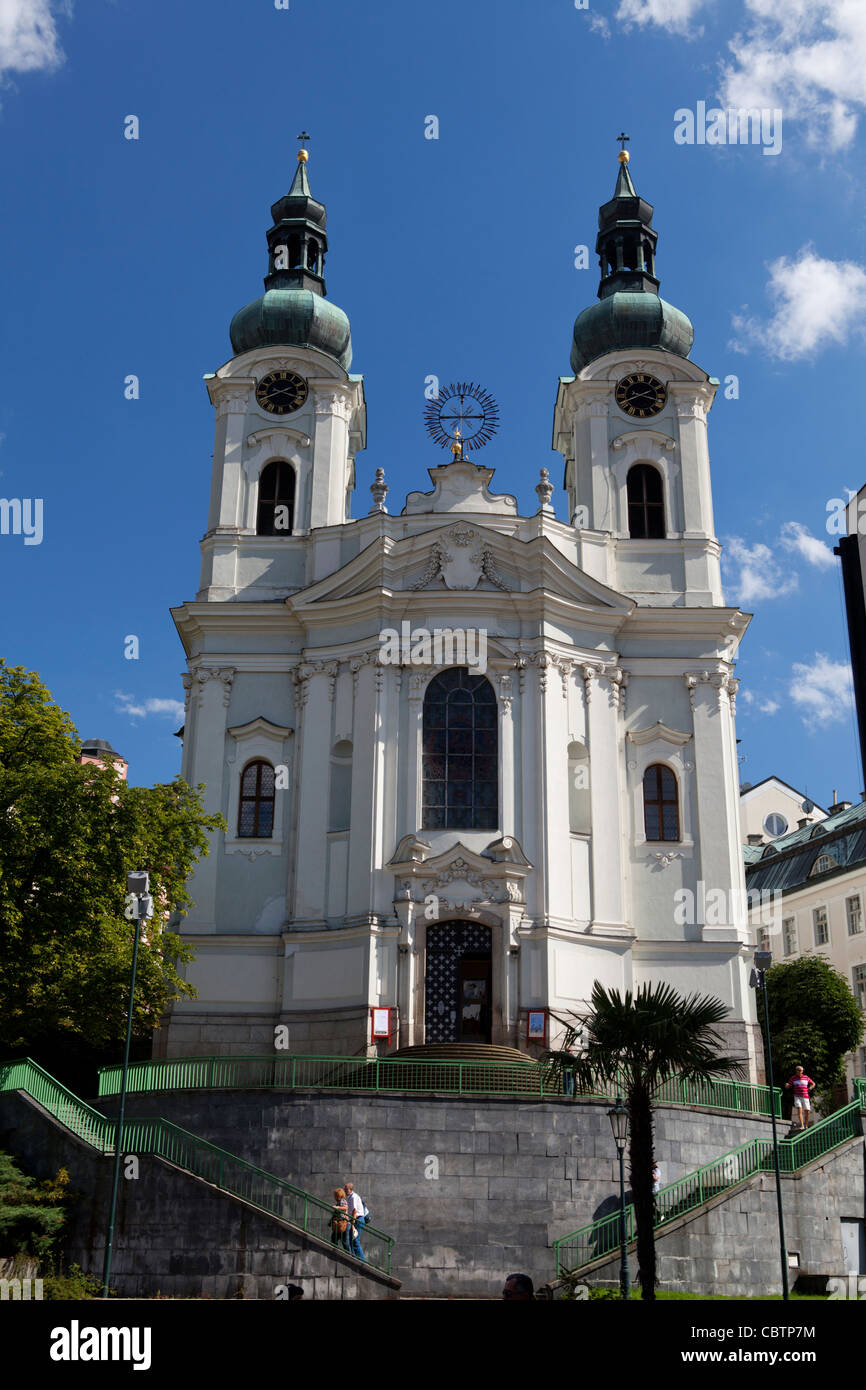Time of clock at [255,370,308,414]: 3:40
